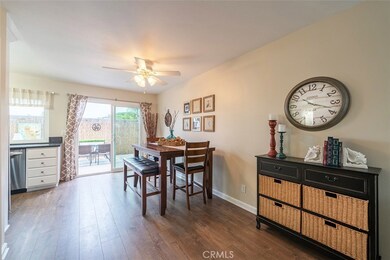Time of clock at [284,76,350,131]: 10:18
